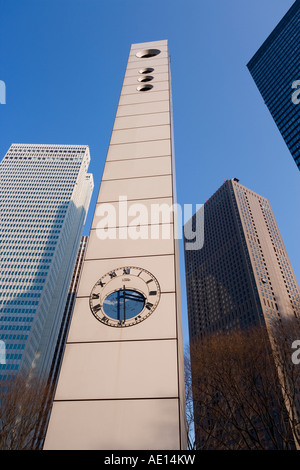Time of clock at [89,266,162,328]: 3:29
